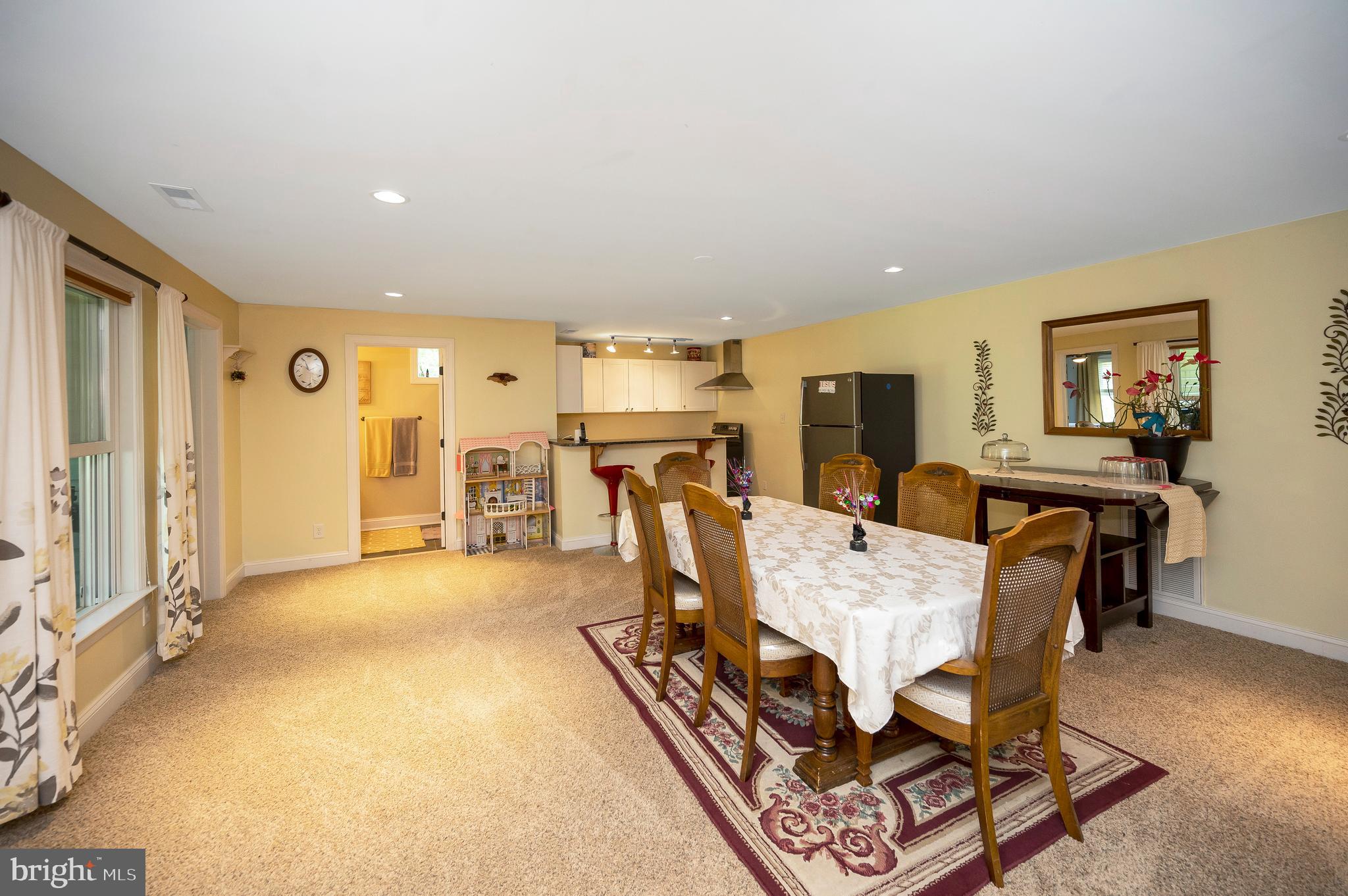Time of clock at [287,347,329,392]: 9:56
